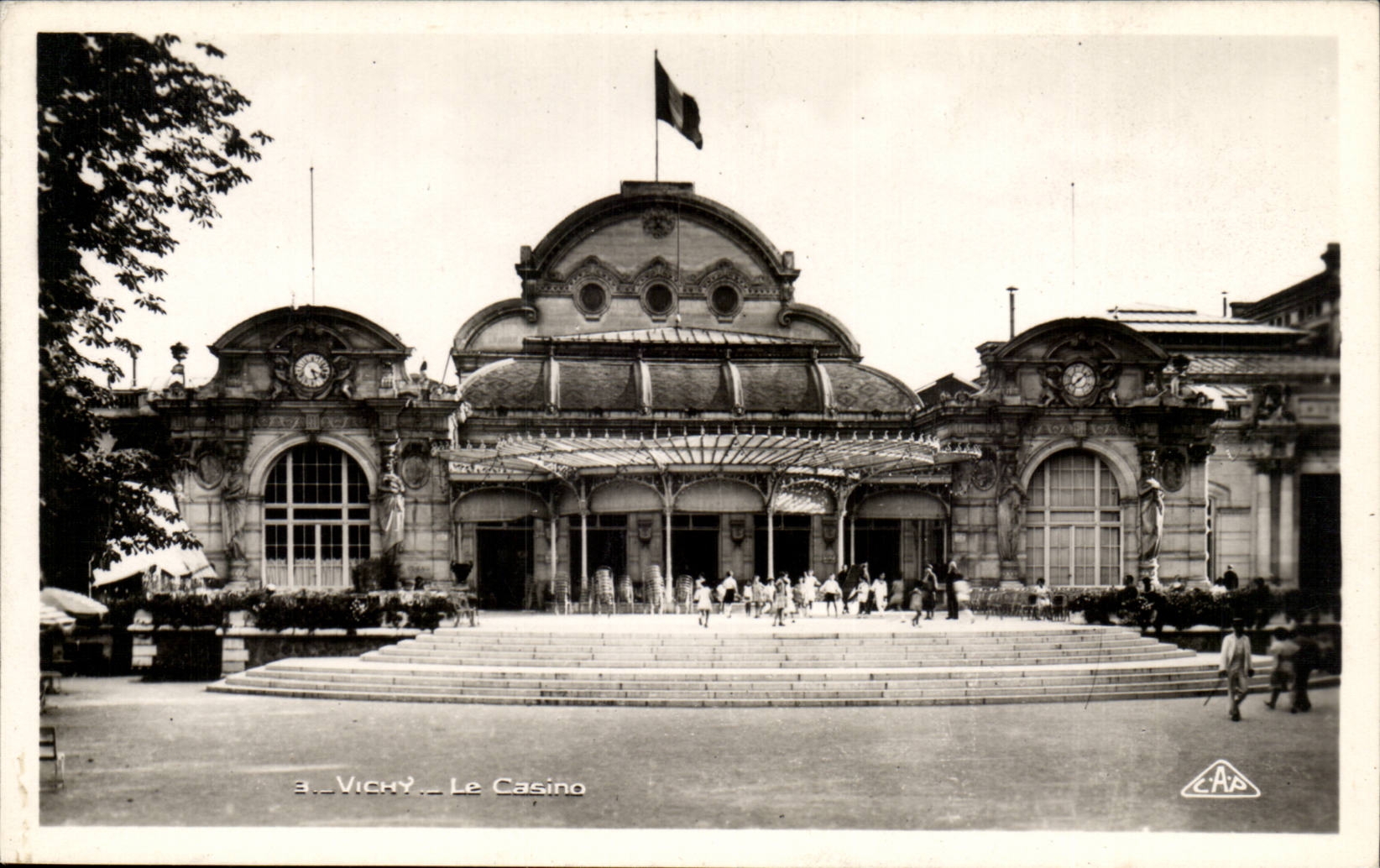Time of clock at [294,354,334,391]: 5:18
